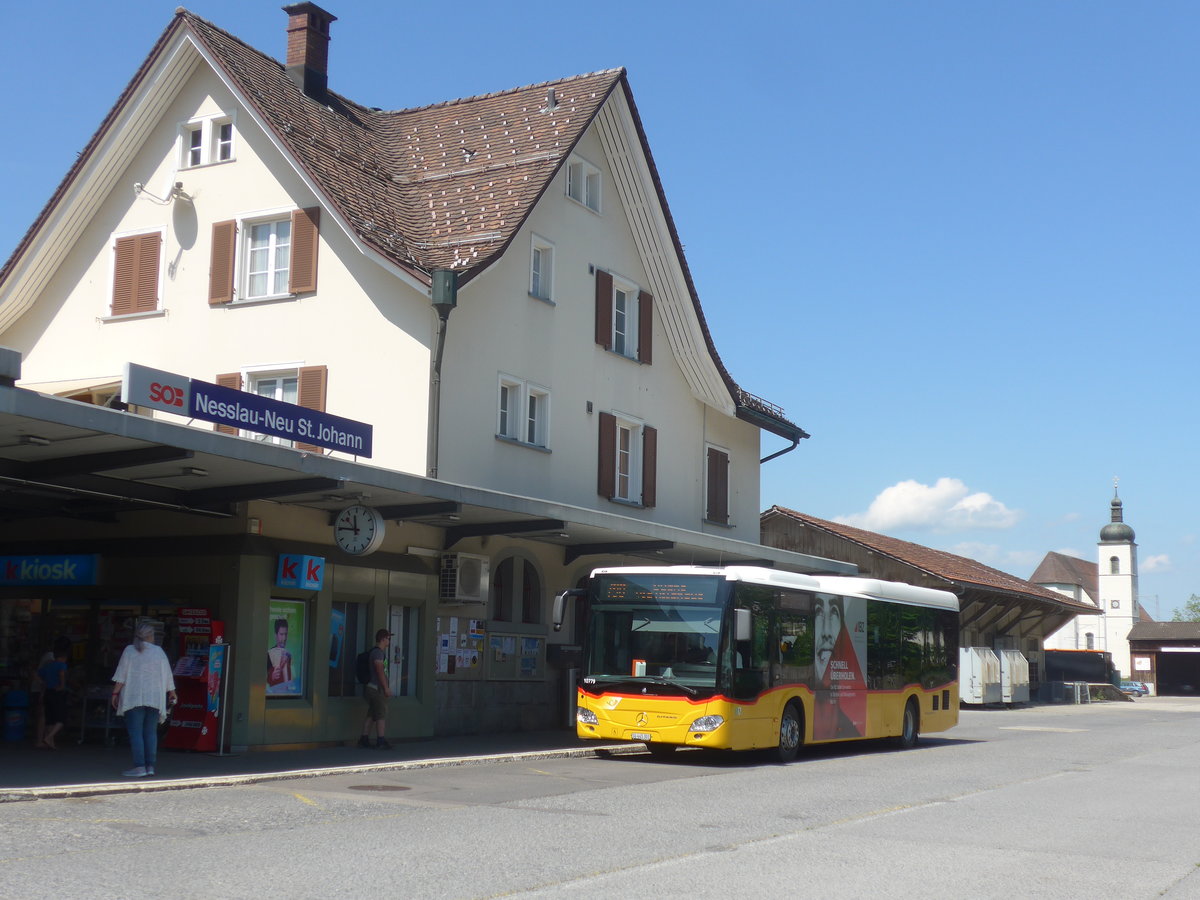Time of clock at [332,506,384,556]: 11:46
